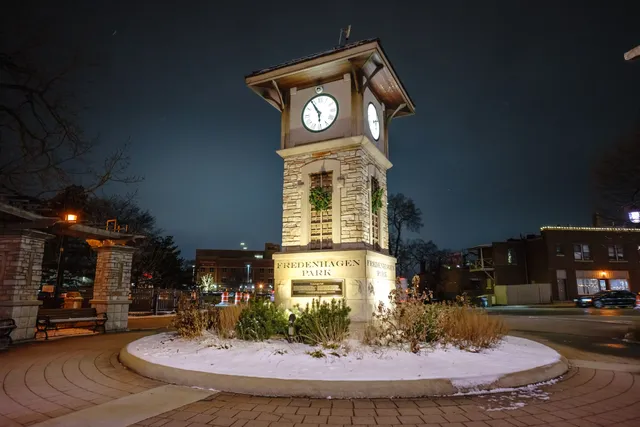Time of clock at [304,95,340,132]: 5:54
